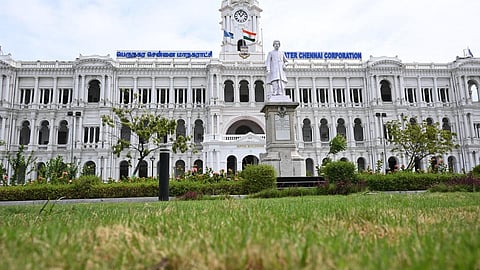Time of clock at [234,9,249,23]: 11:07
